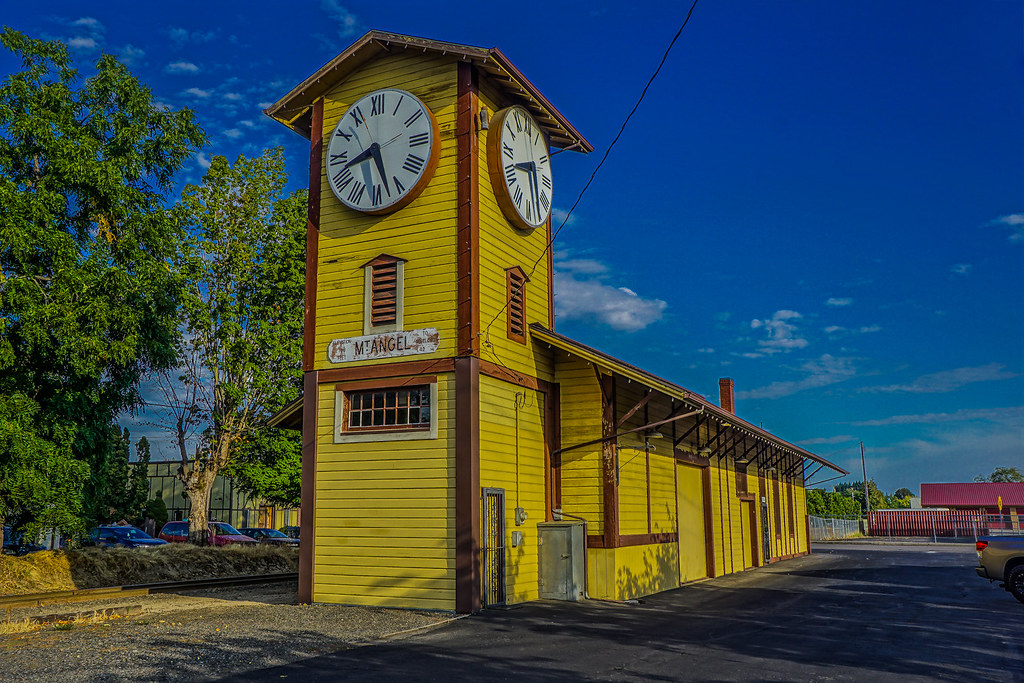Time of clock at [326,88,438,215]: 8:27
